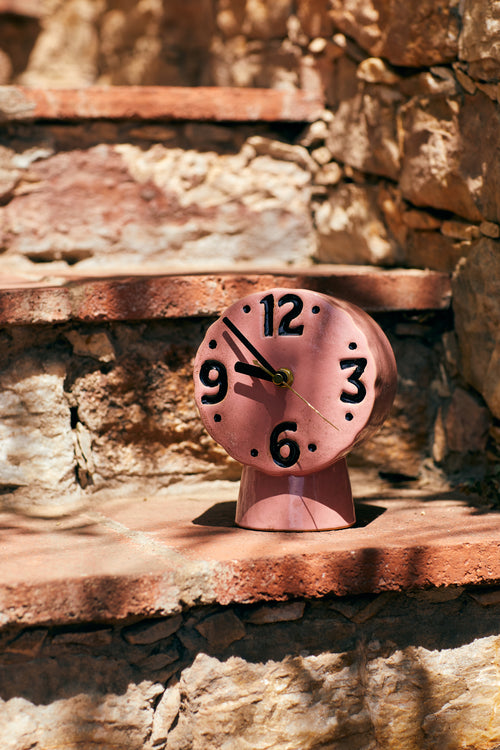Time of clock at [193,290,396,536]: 9:53
